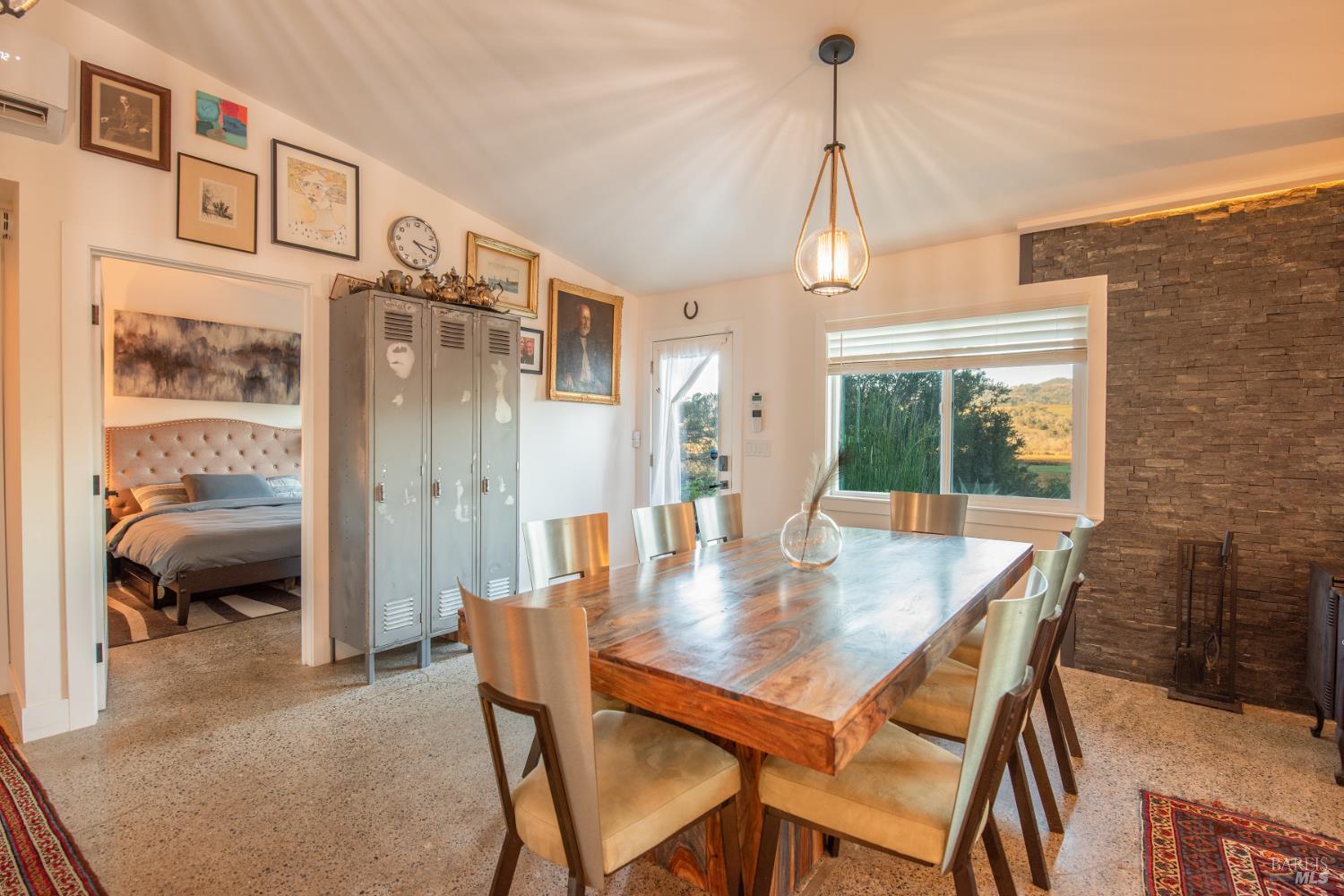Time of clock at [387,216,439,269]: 4:16
